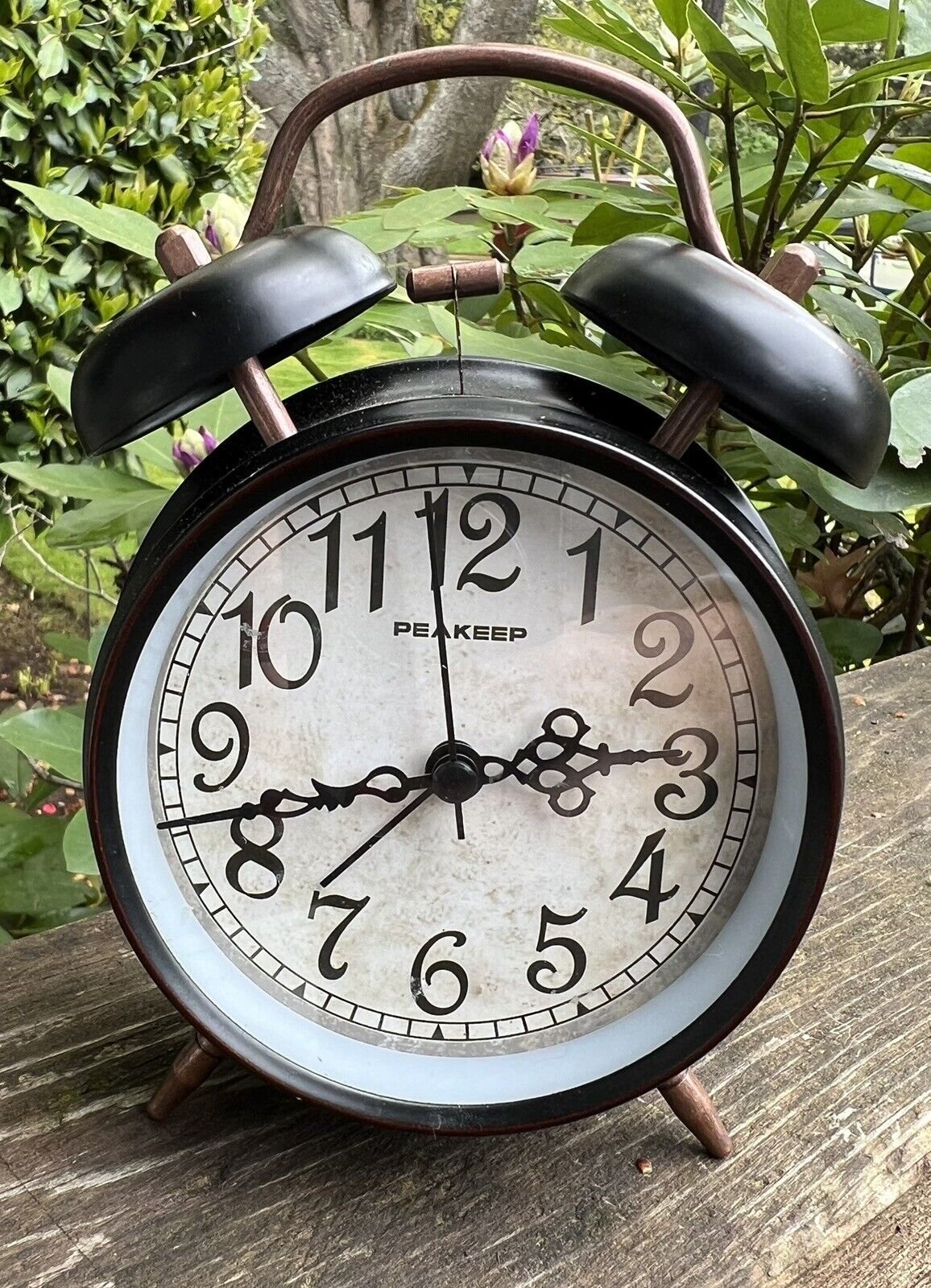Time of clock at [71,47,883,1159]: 2:42
